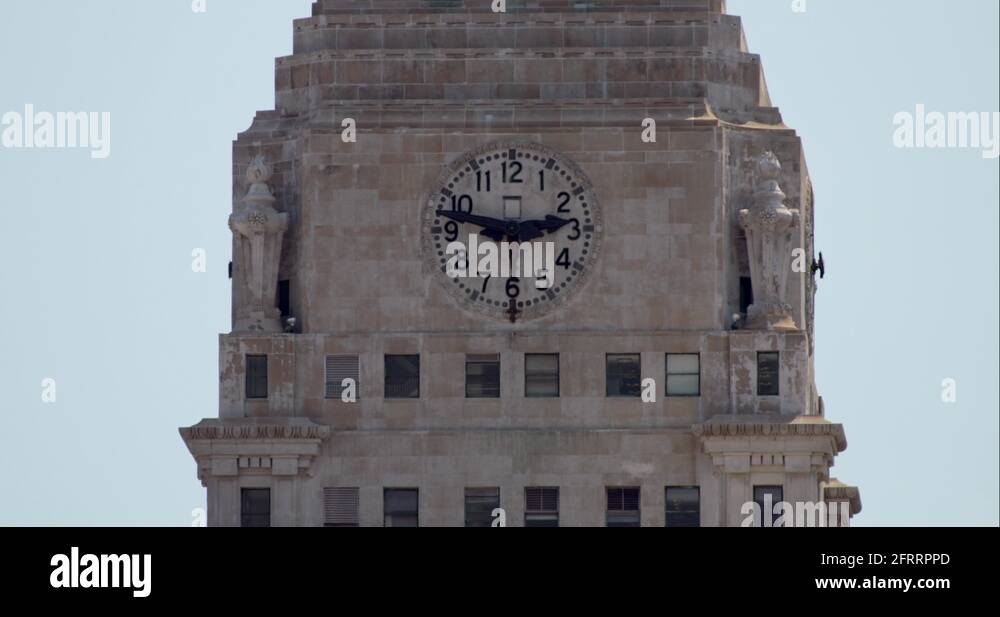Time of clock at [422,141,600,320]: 2:47
